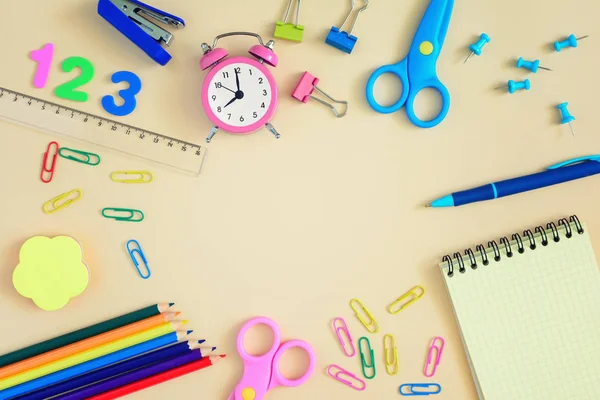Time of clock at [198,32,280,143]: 7:59
